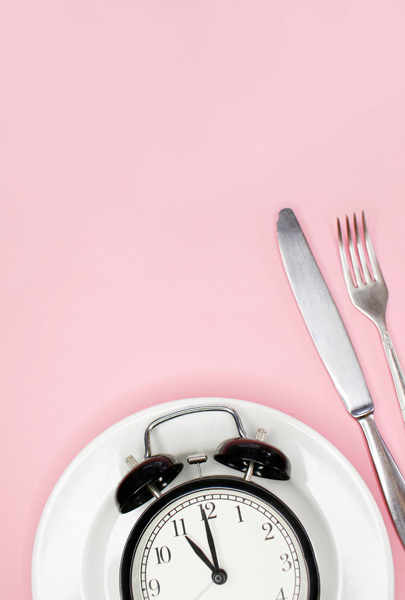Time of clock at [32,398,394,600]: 10:59
